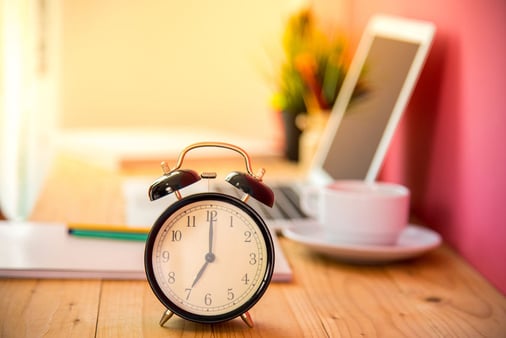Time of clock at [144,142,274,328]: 7:00
